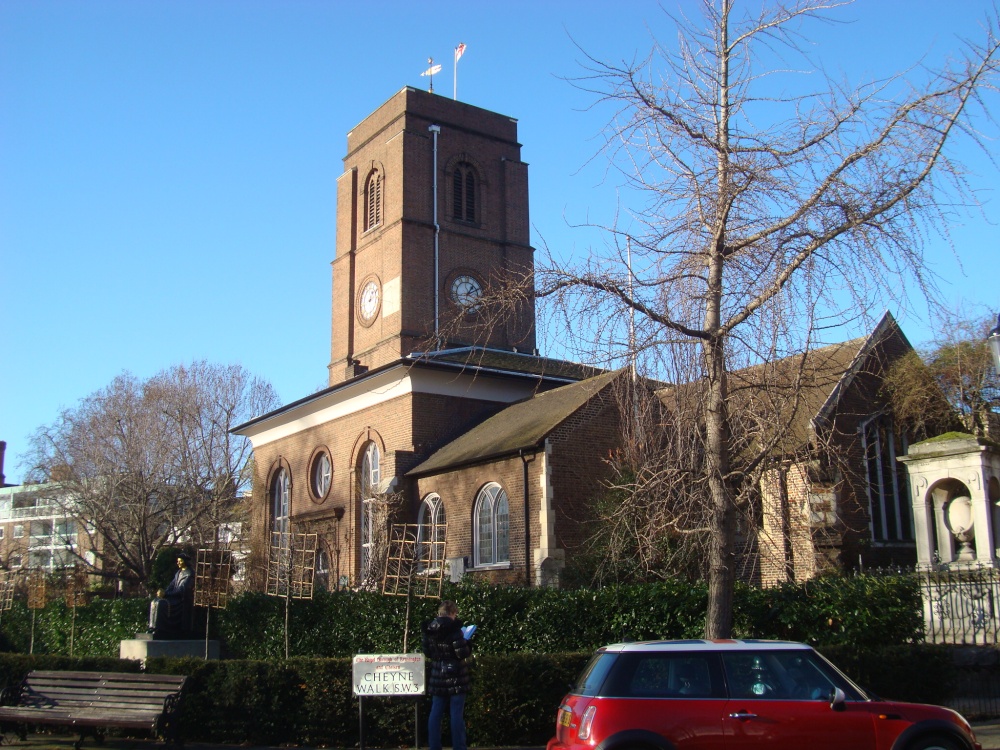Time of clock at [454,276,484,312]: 1:10
